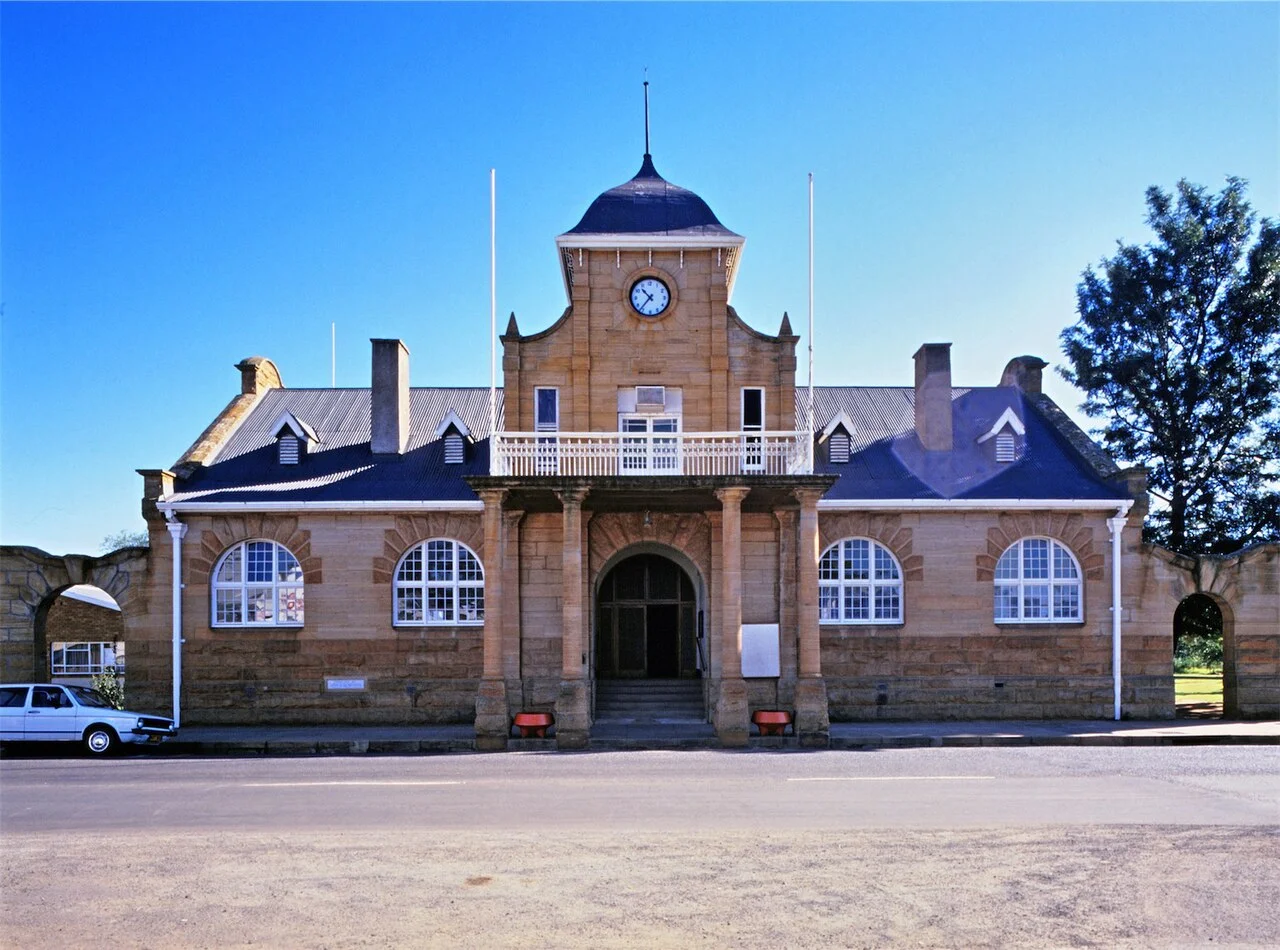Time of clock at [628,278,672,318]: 10:36
